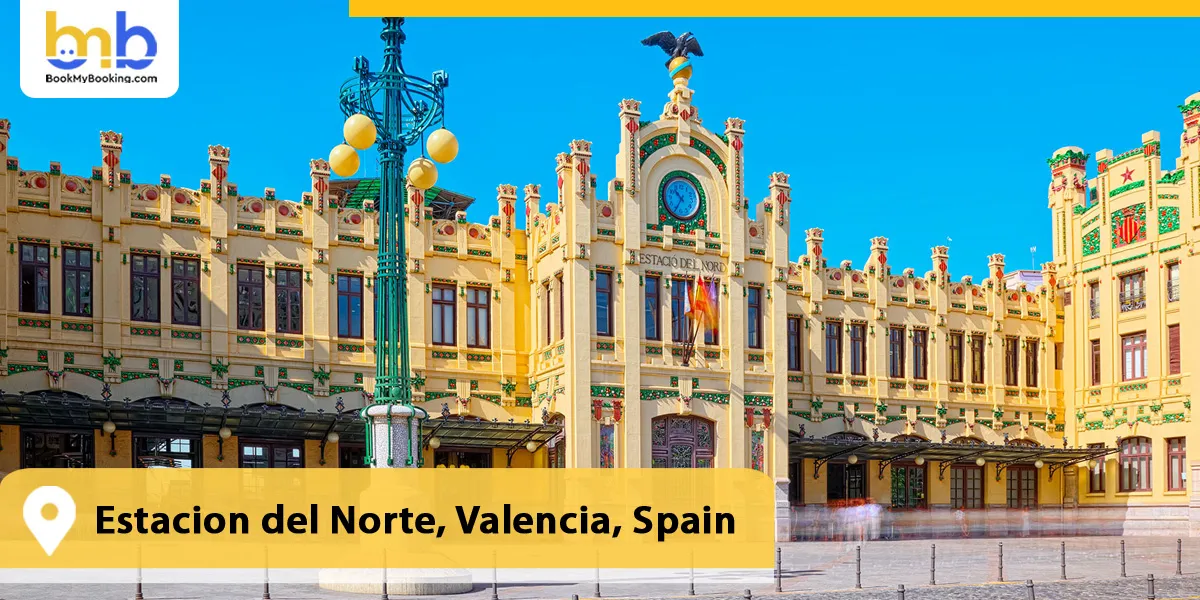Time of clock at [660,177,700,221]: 10:34
